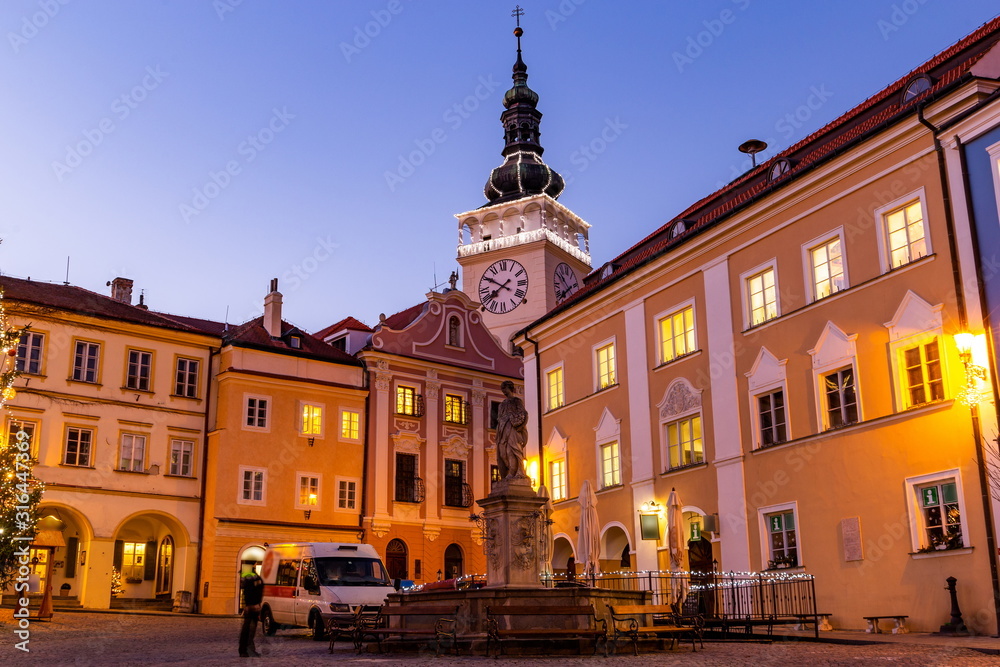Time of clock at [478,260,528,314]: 7:50
